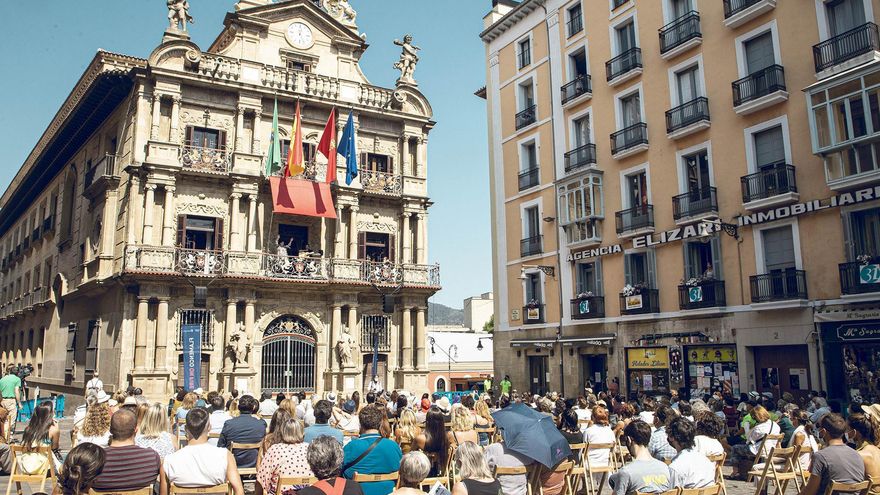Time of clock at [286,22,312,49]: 12:26
